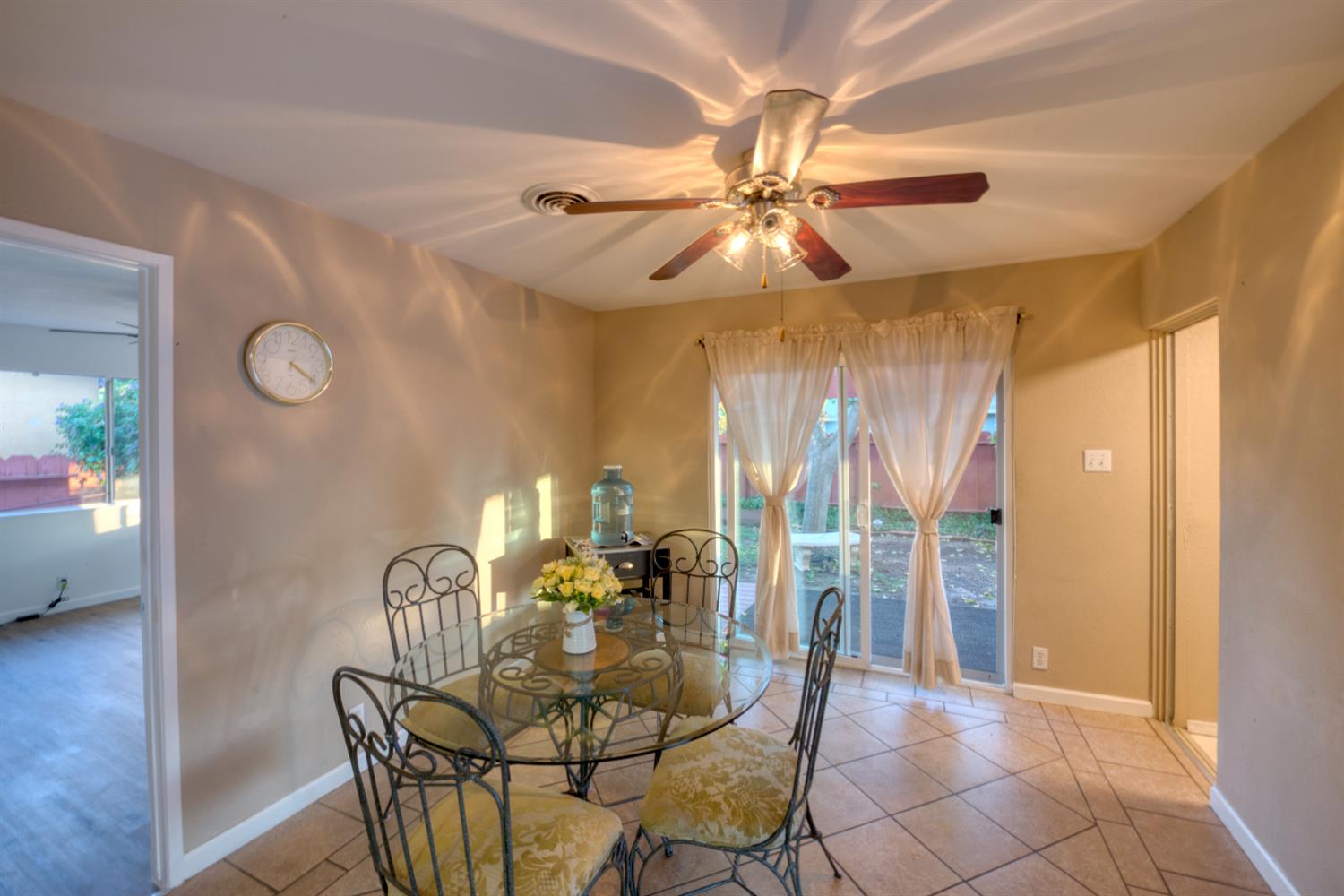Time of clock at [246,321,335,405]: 4:20
